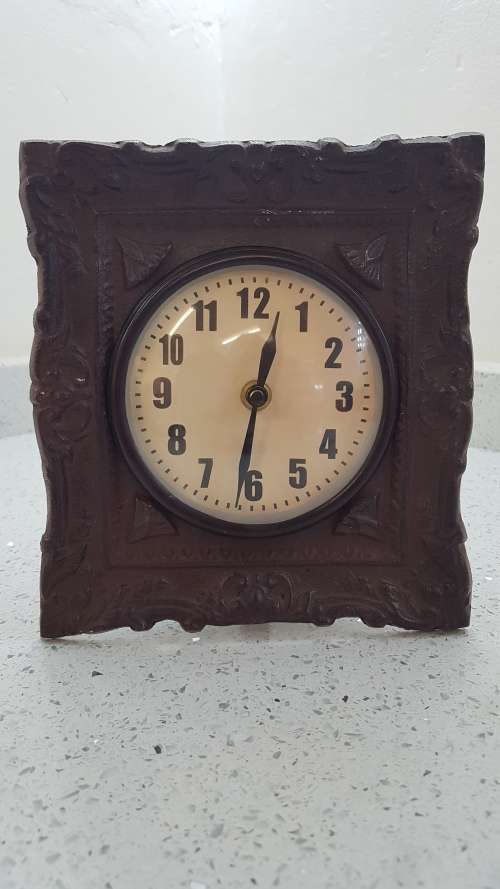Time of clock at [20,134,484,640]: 12:31
